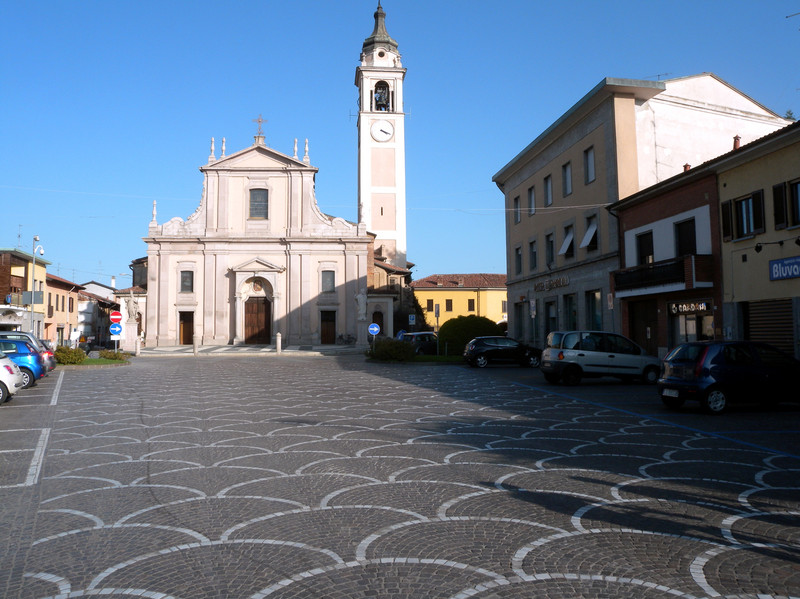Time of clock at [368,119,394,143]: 4:18
